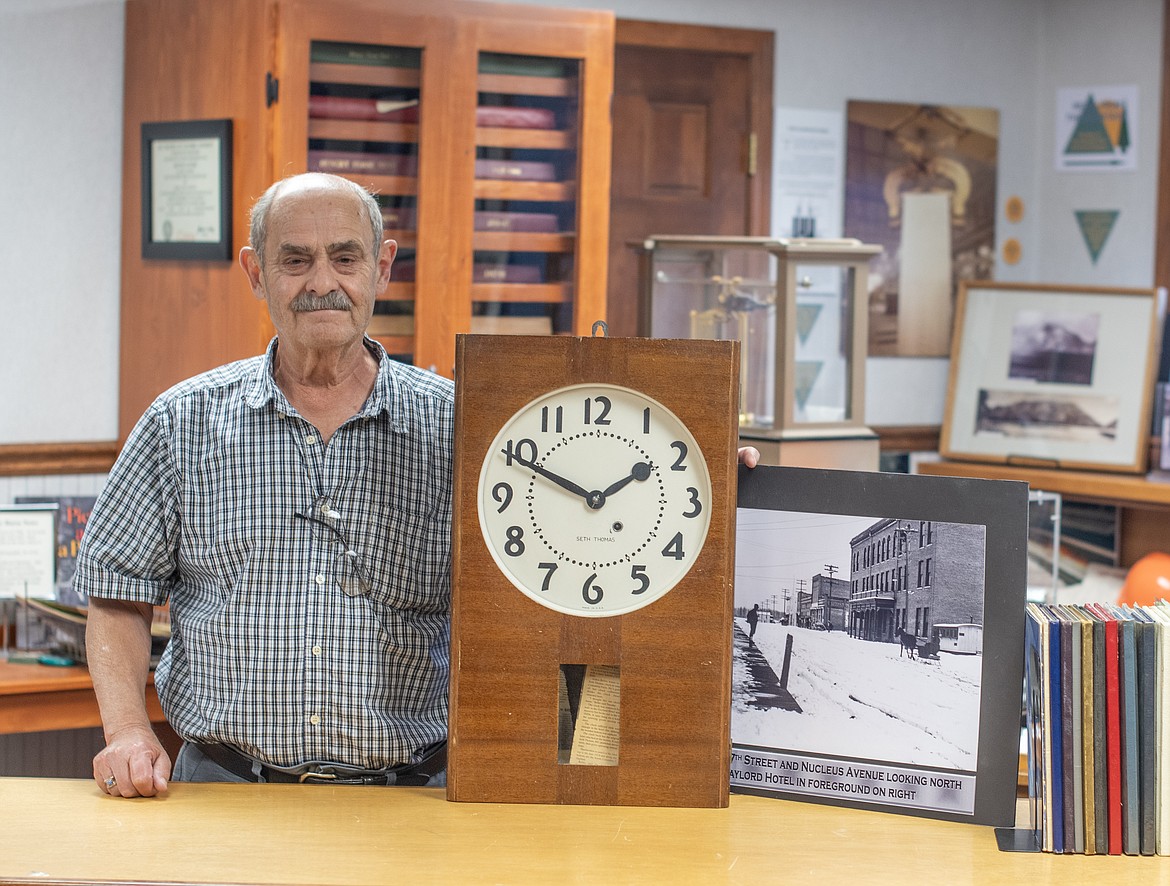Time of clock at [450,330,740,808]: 1:49
